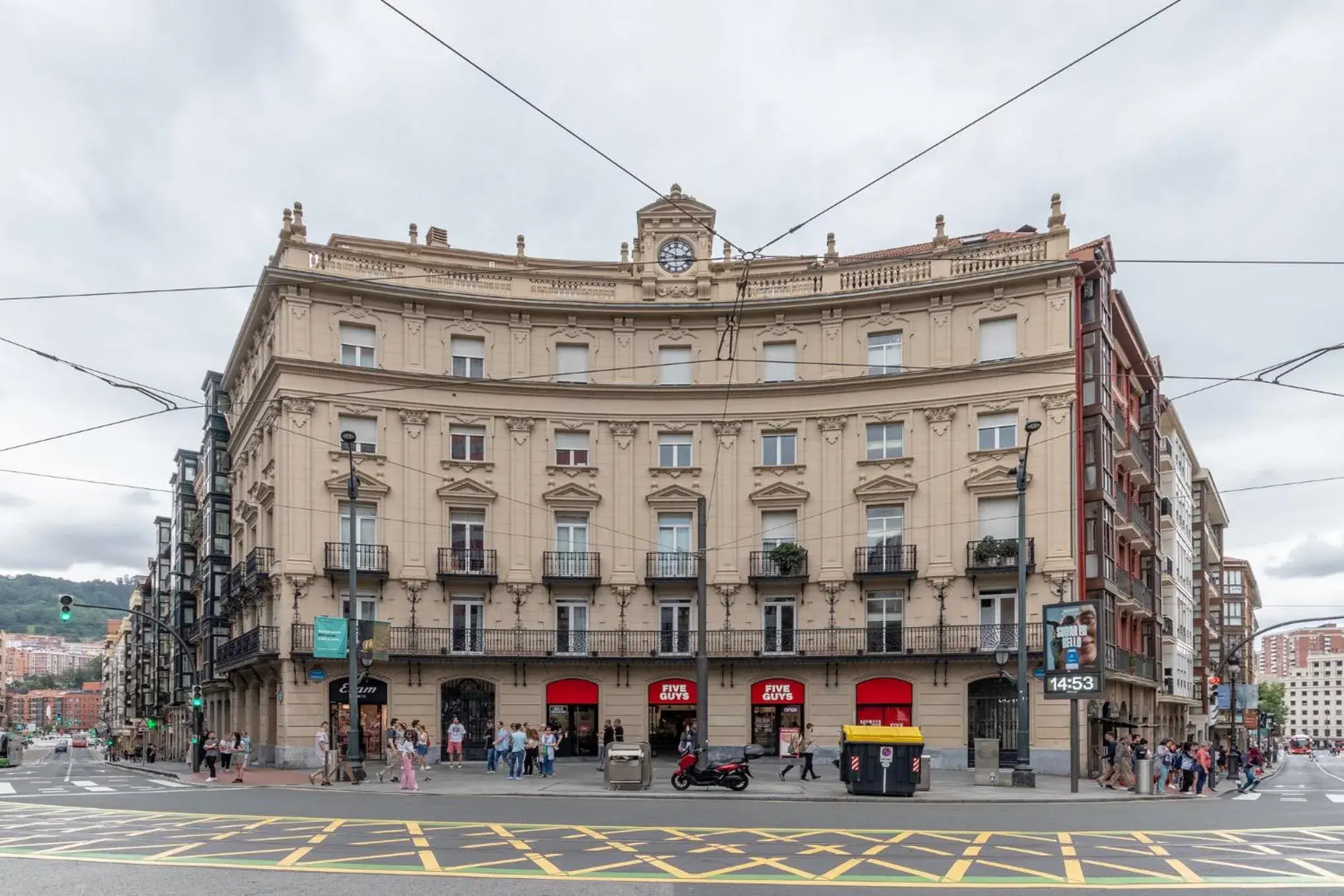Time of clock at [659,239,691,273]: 2:49
